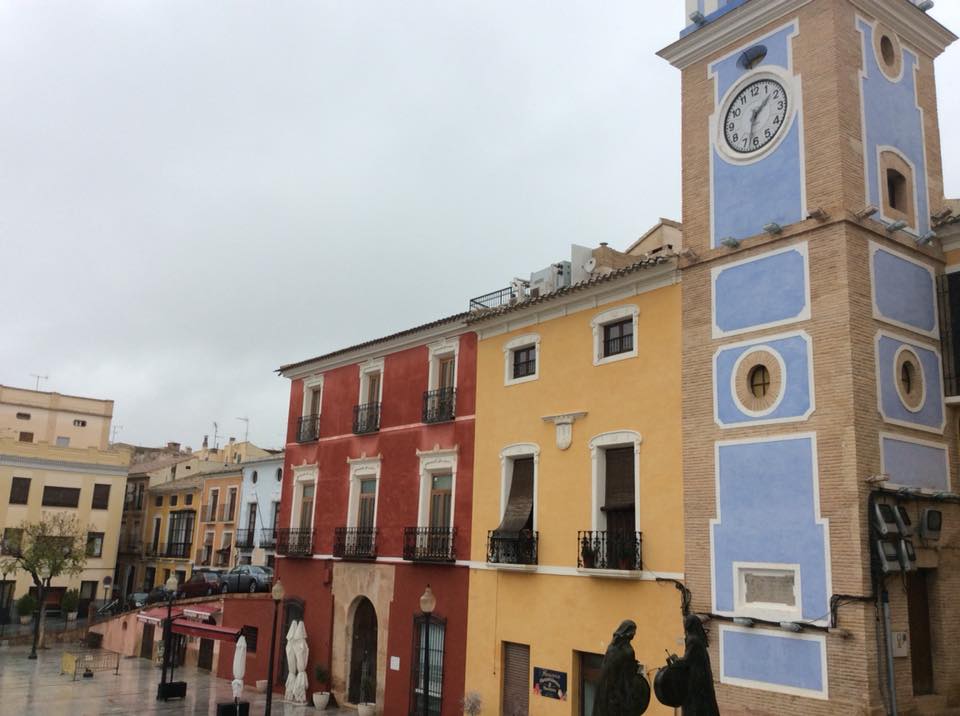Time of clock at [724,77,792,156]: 1:32
